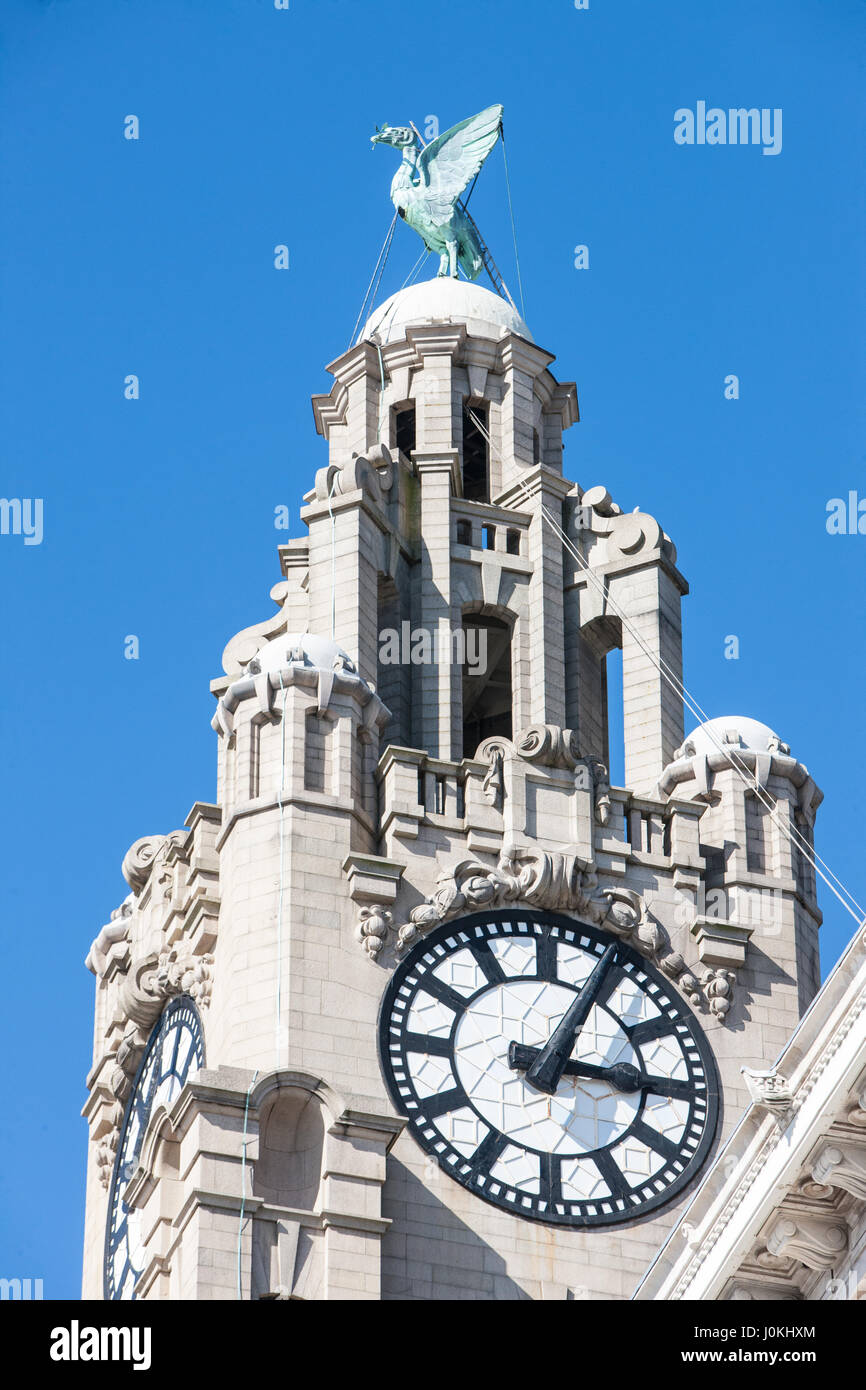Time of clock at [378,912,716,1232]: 3:04
